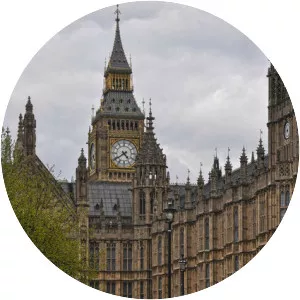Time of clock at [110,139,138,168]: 4:39
